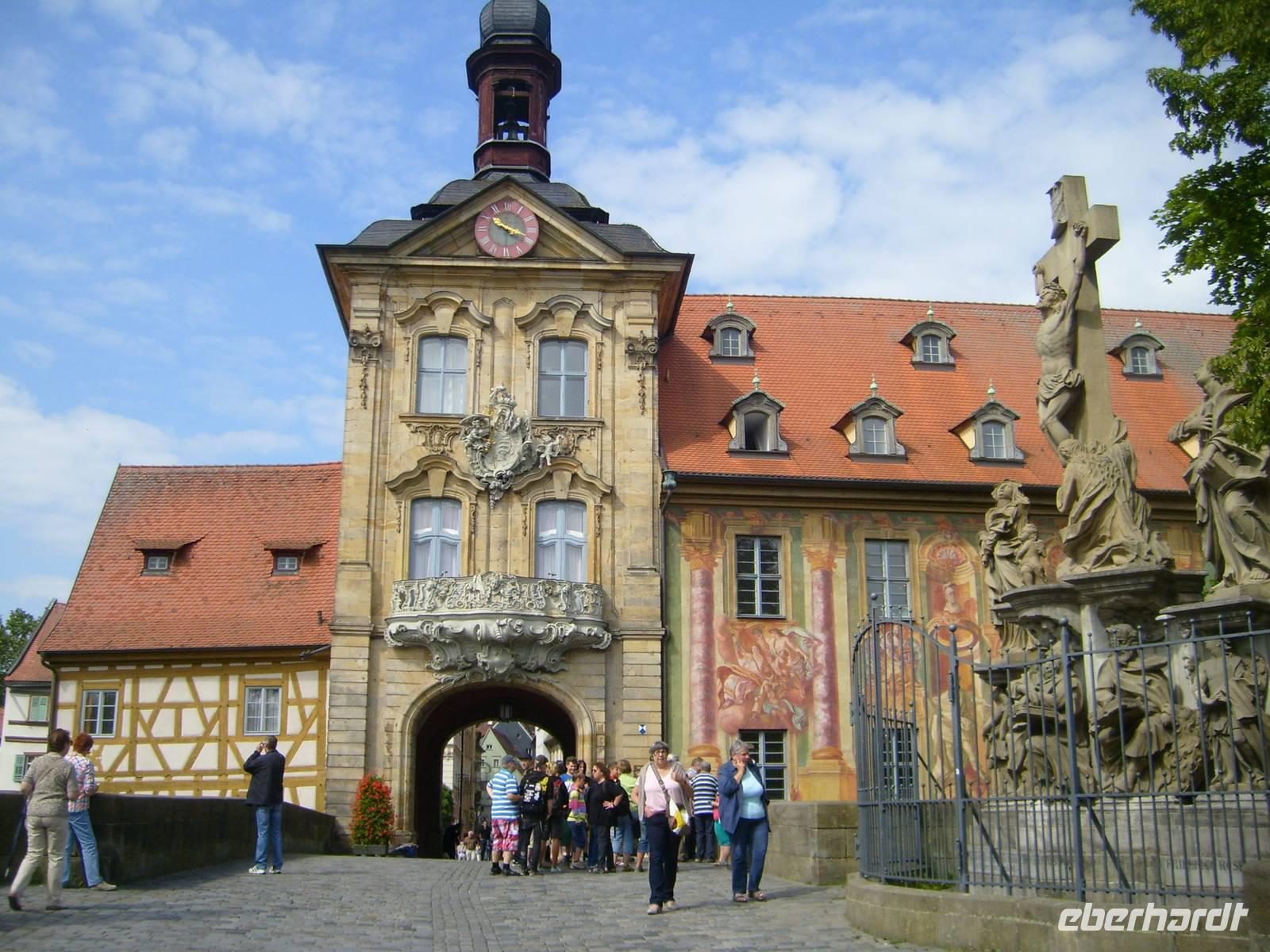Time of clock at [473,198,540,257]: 10:18
